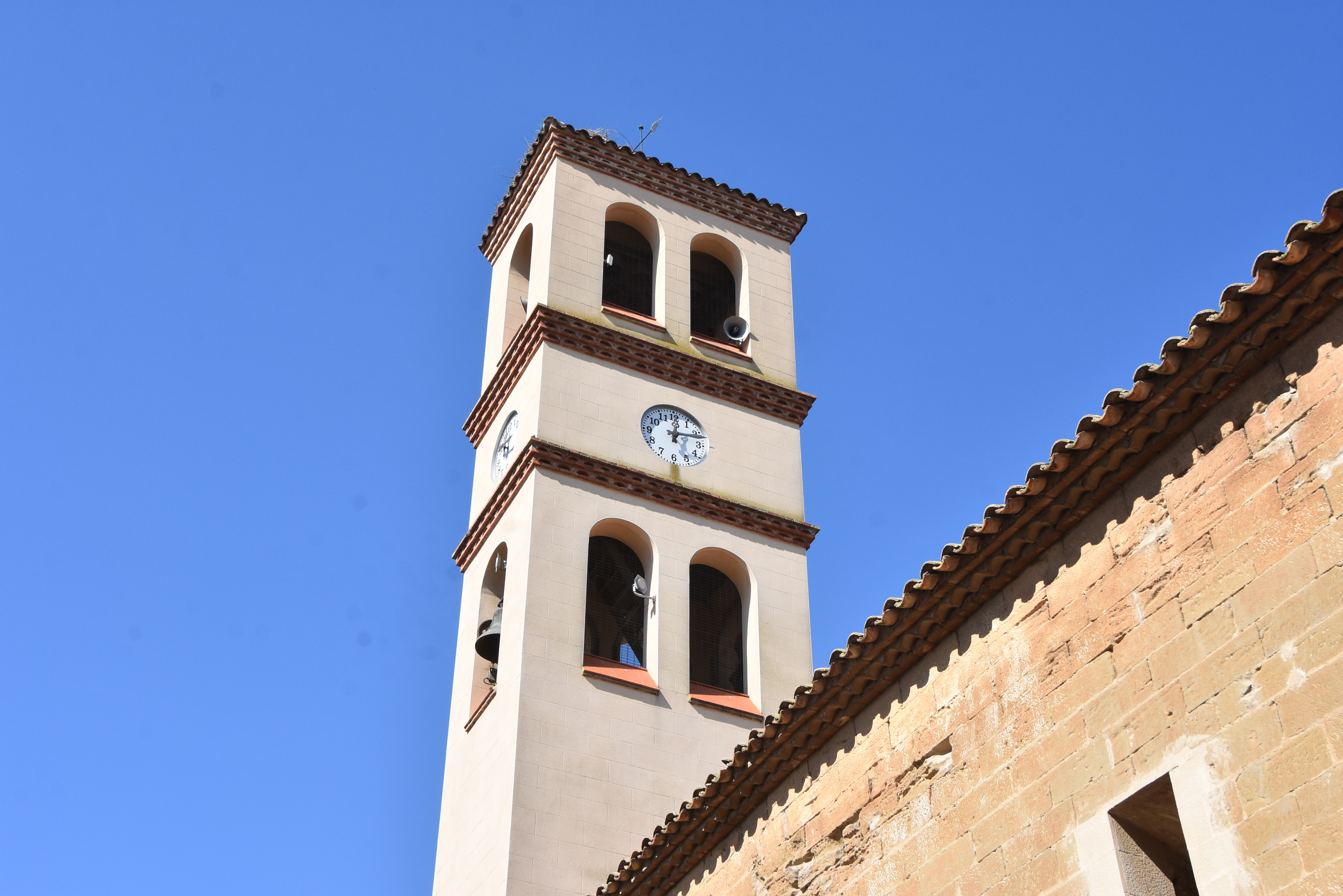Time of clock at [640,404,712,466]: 12:12
